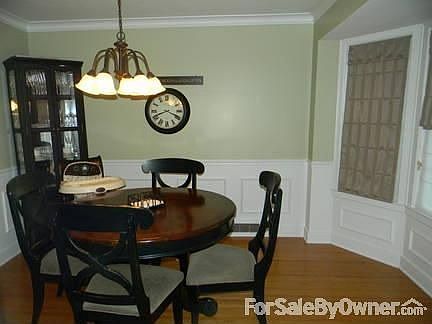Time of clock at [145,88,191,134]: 3:41
